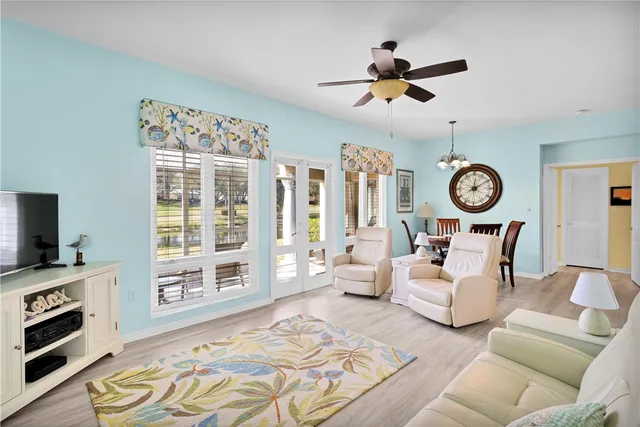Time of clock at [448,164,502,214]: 12:09
